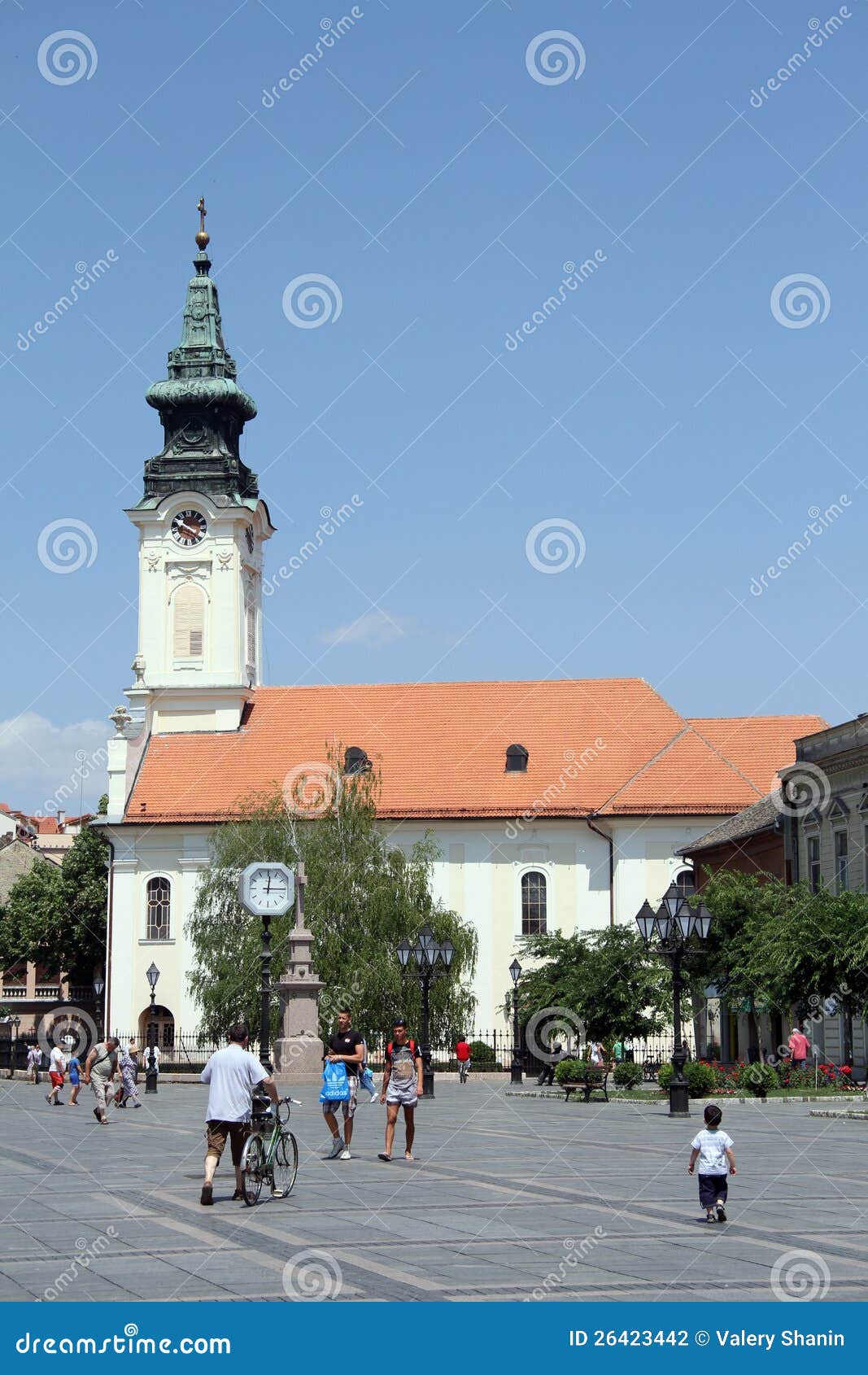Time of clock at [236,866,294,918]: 12:14
